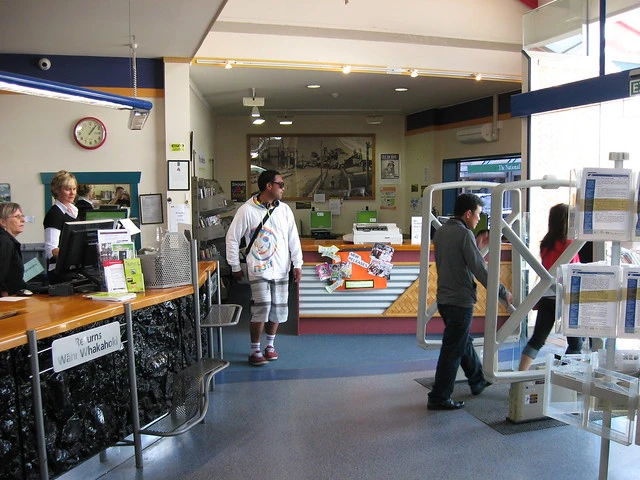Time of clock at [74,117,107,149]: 1:06
